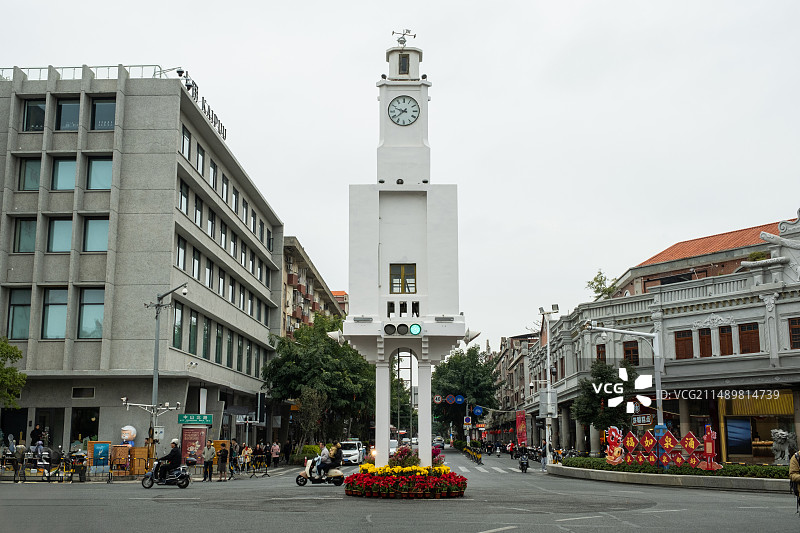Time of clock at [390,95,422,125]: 9:38
